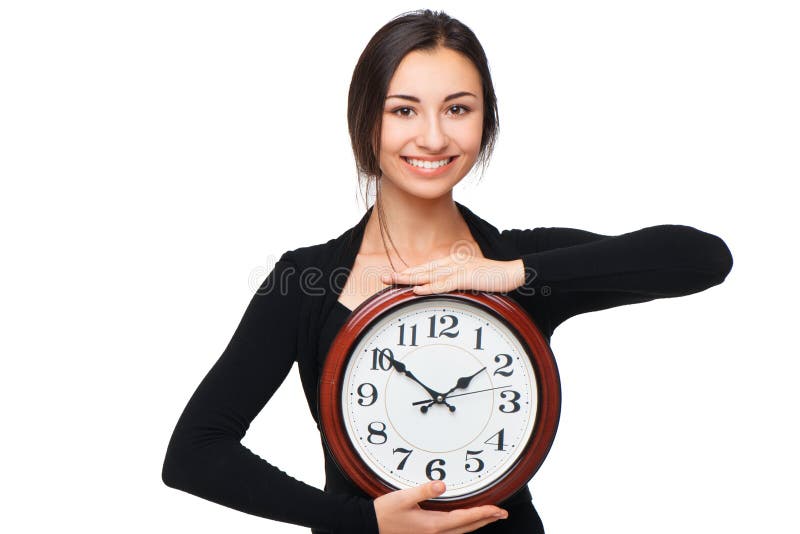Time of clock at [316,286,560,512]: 1:50
